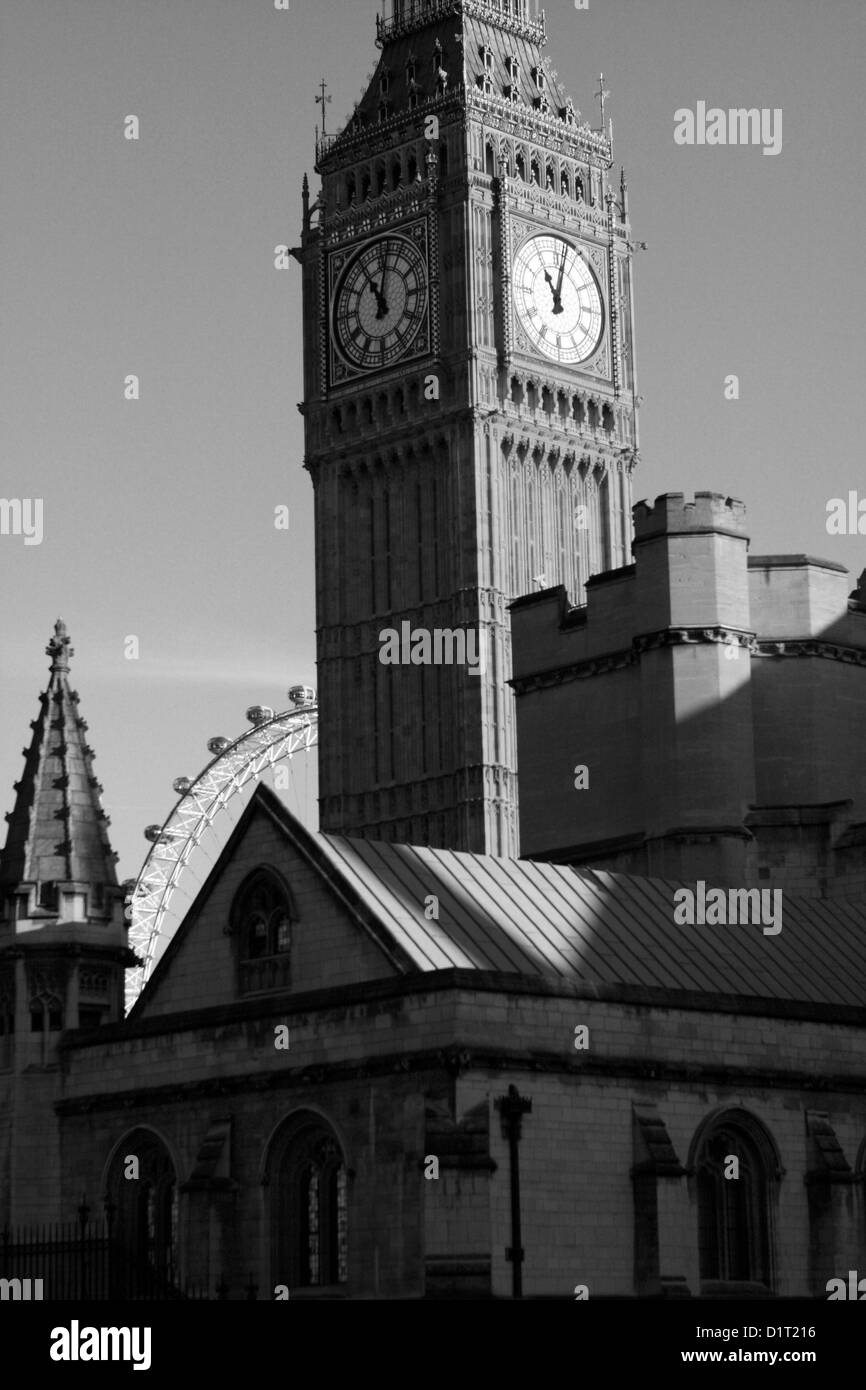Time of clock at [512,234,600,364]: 11:02
